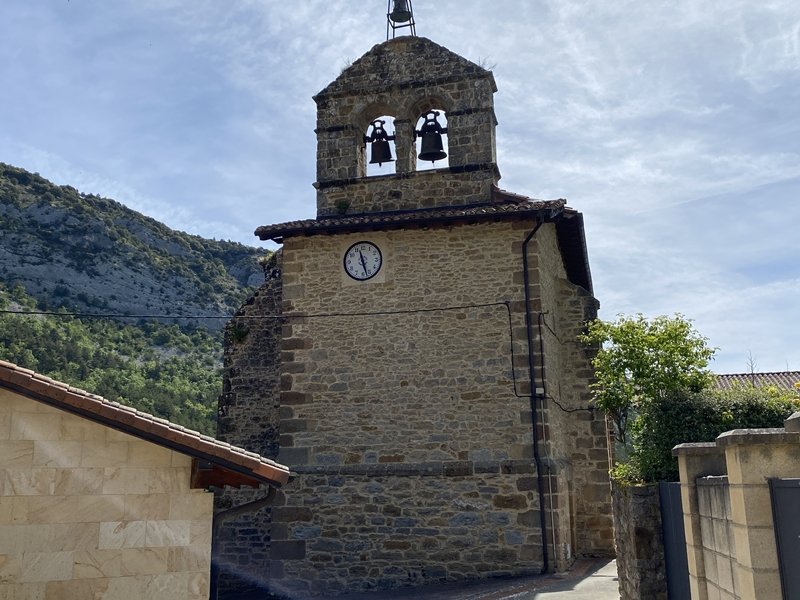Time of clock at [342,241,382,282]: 11:27
